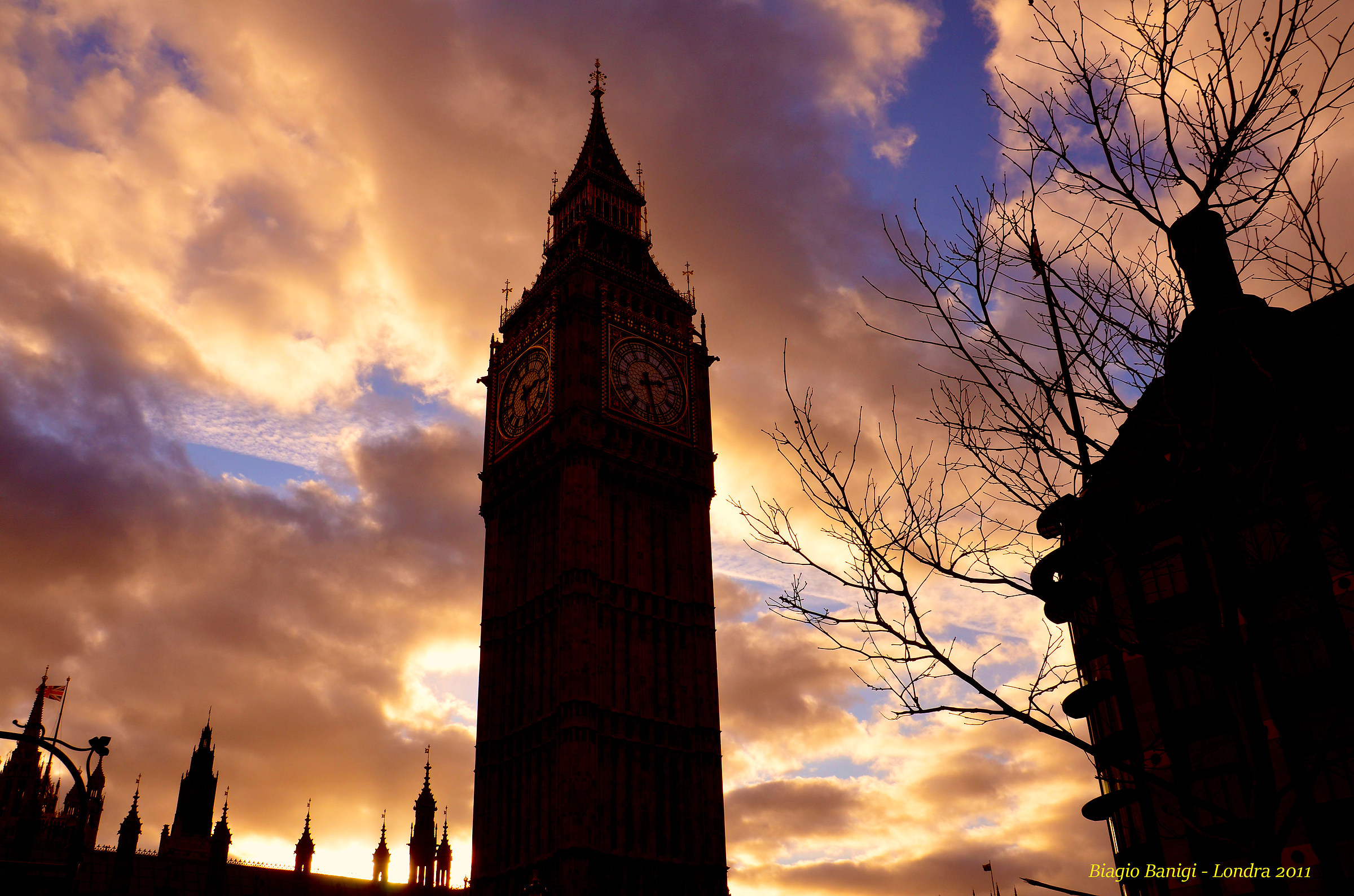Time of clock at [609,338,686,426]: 2:28
